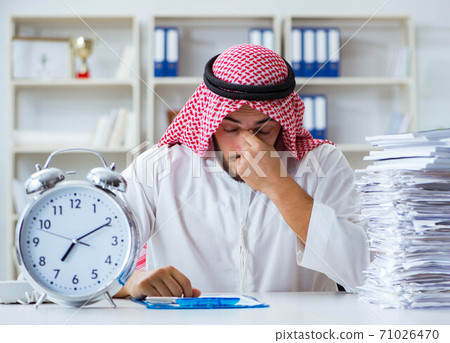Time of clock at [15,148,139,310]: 7:10
